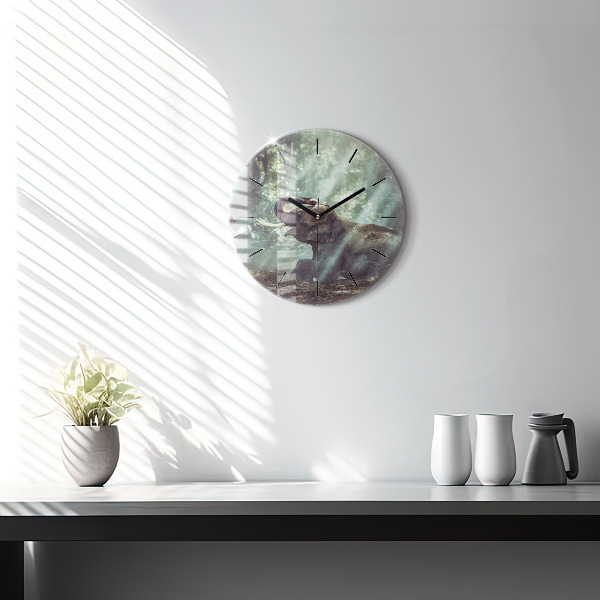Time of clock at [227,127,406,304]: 10:09
